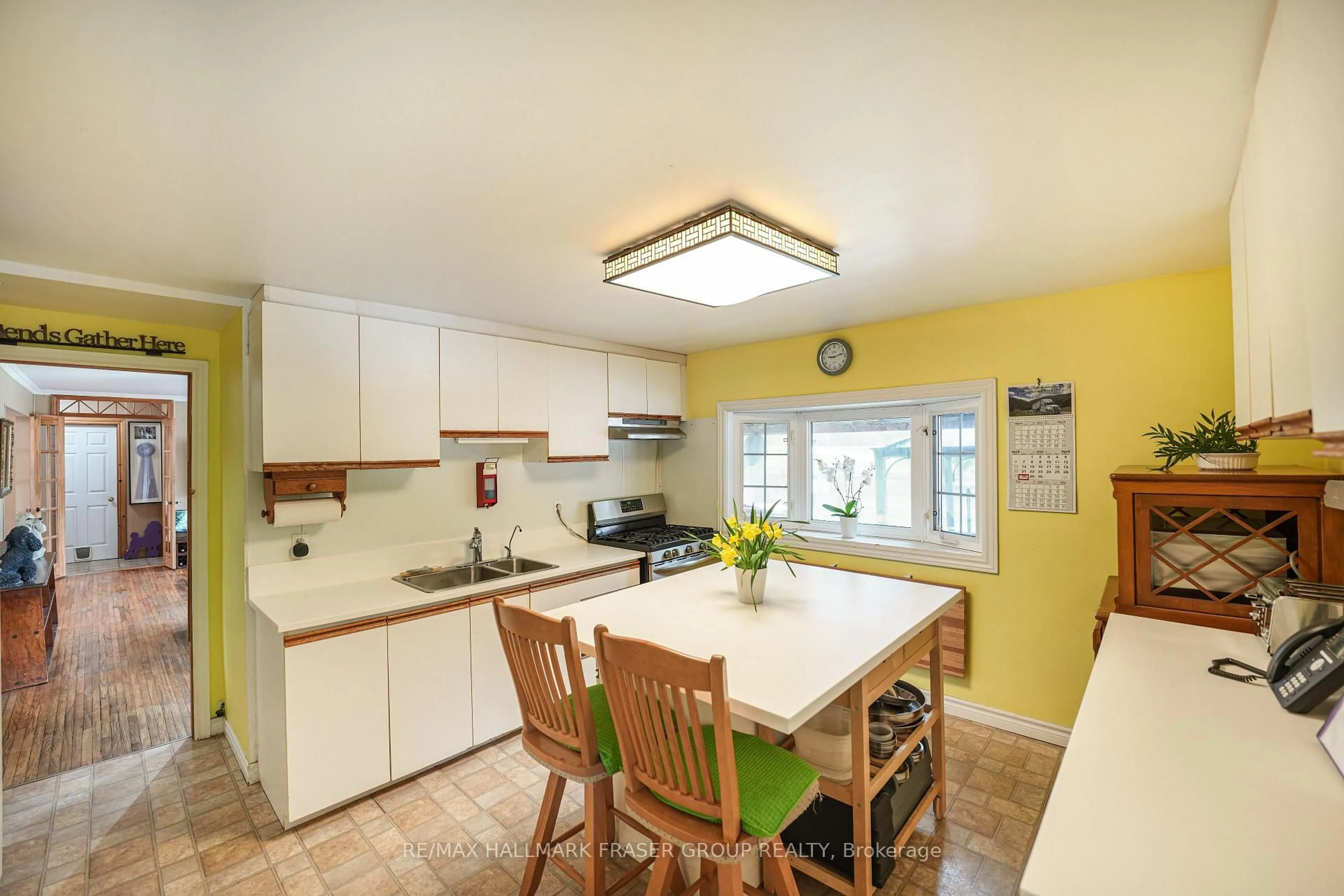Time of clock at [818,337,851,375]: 9:12
